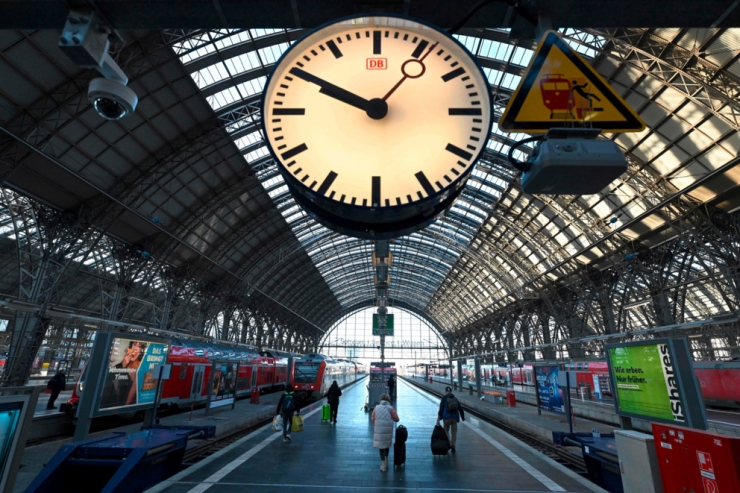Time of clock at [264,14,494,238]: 9:50
